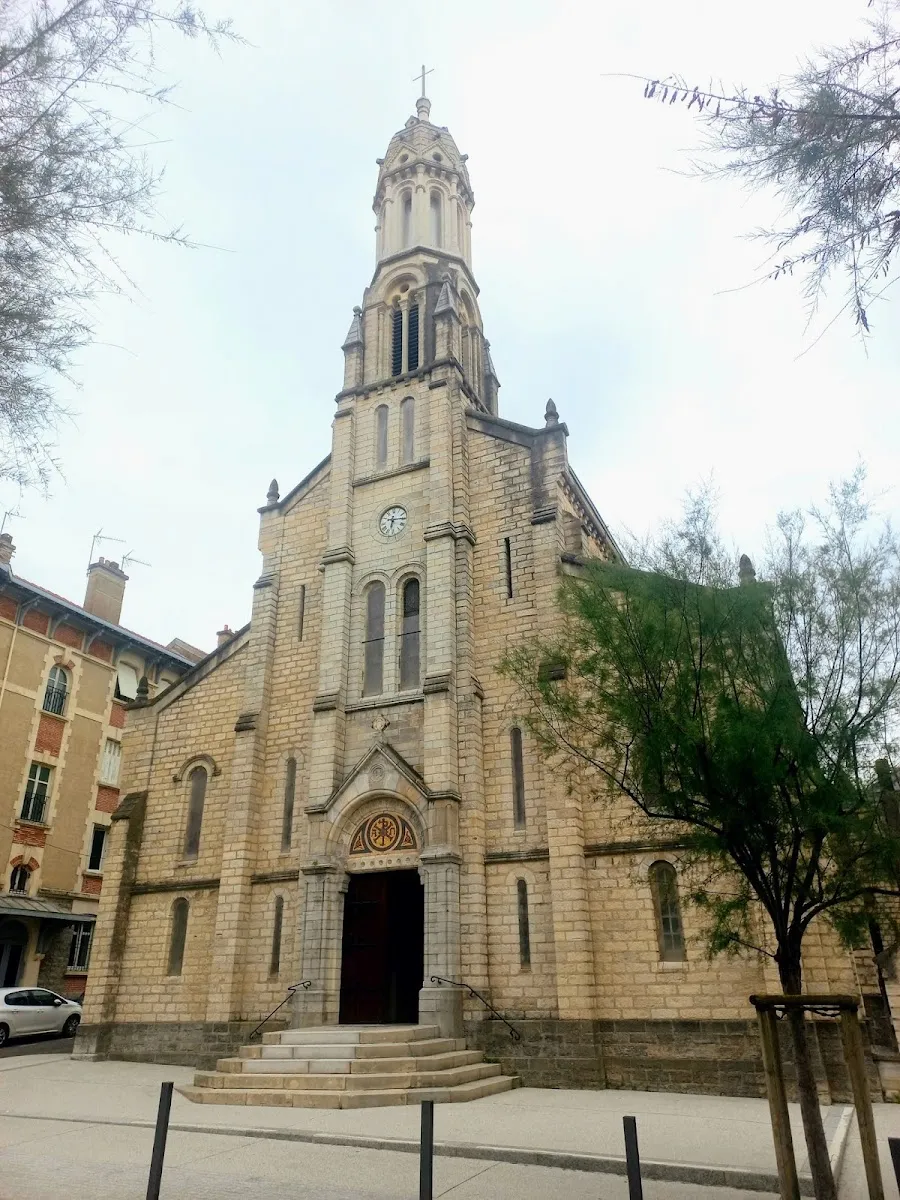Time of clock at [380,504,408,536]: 6:15
